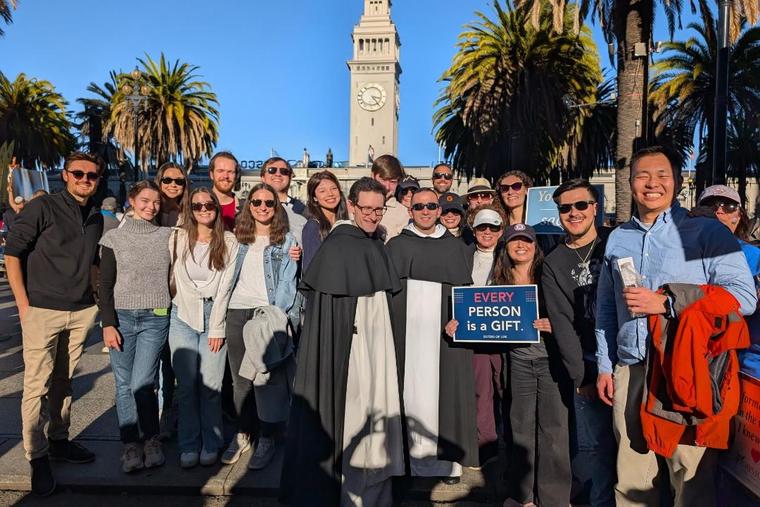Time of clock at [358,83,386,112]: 3:23
